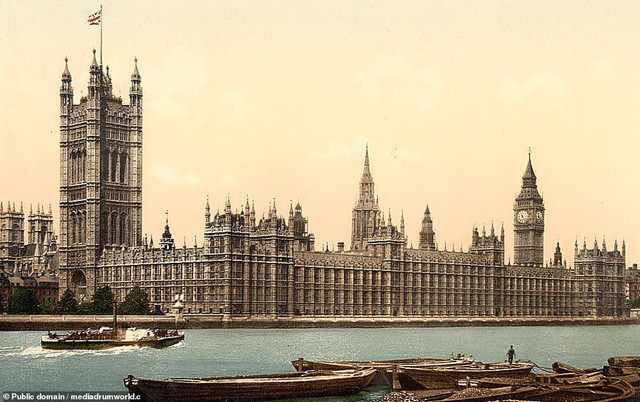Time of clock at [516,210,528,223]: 11:24
